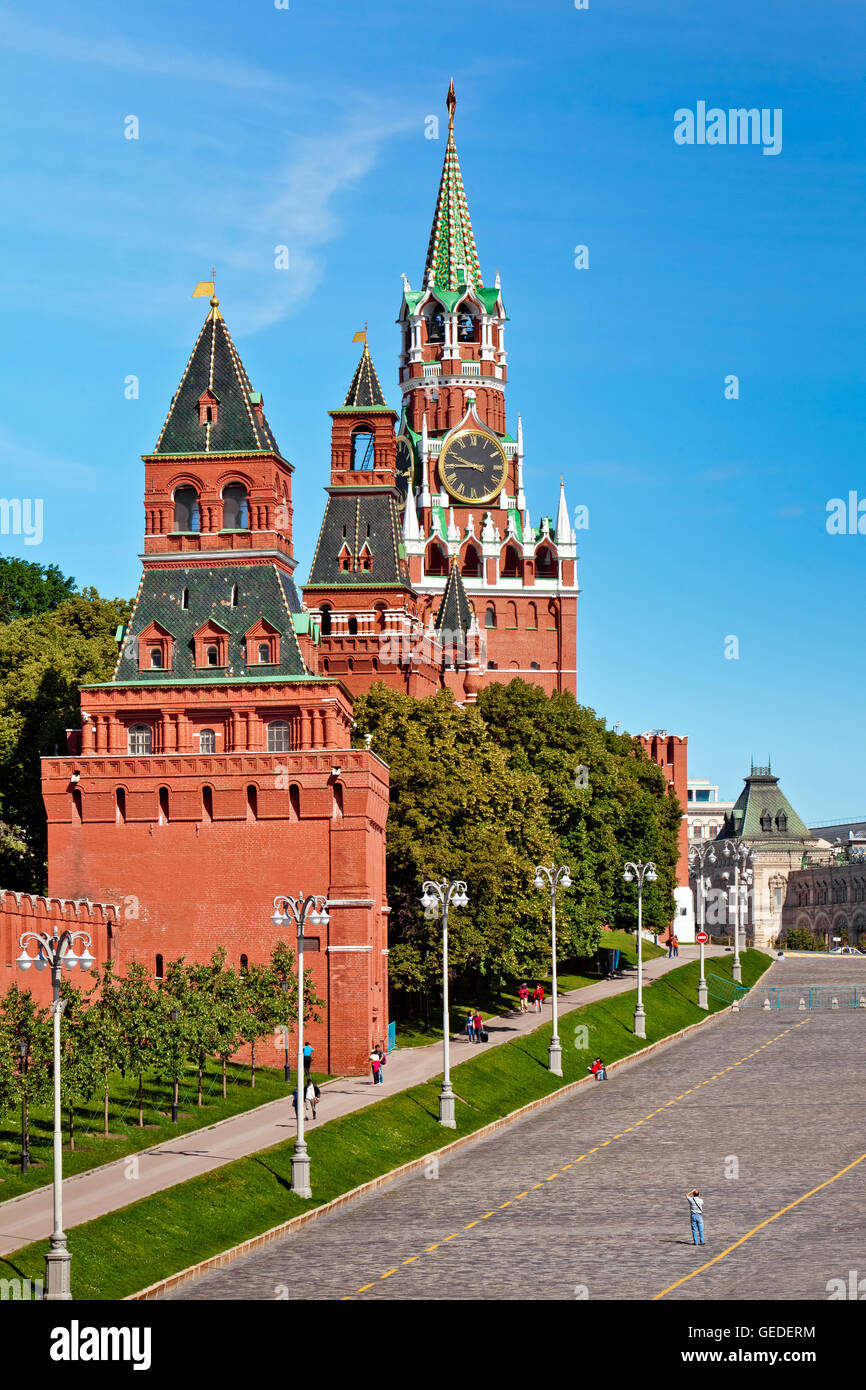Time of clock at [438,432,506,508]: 9:45
